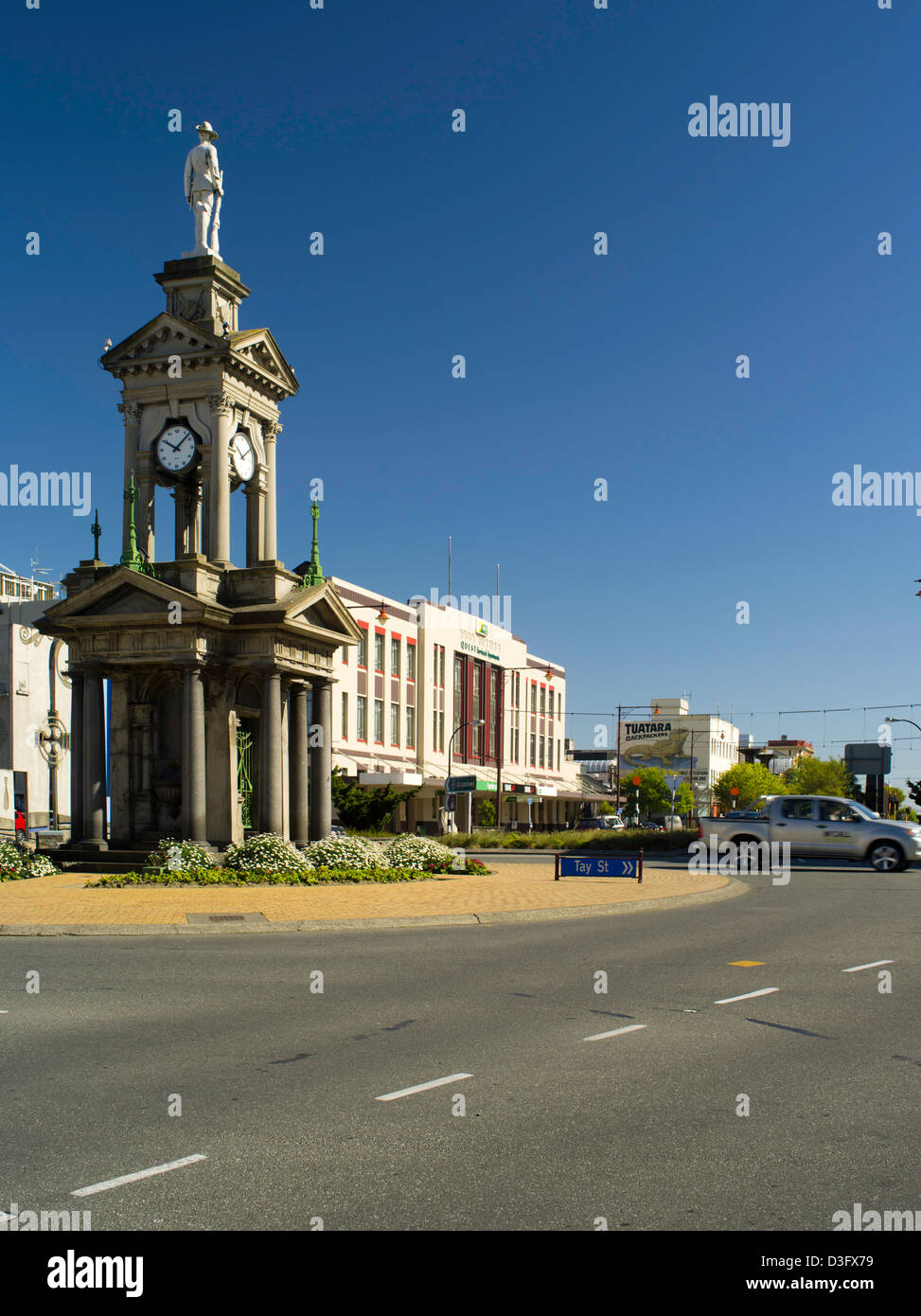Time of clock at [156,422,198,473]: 10:07
